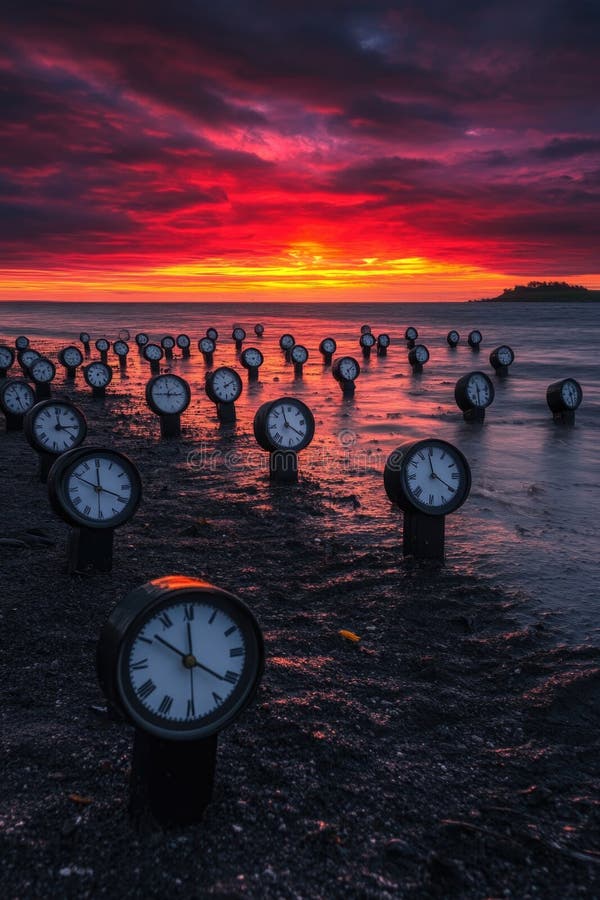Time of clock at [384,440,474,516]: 3:58
